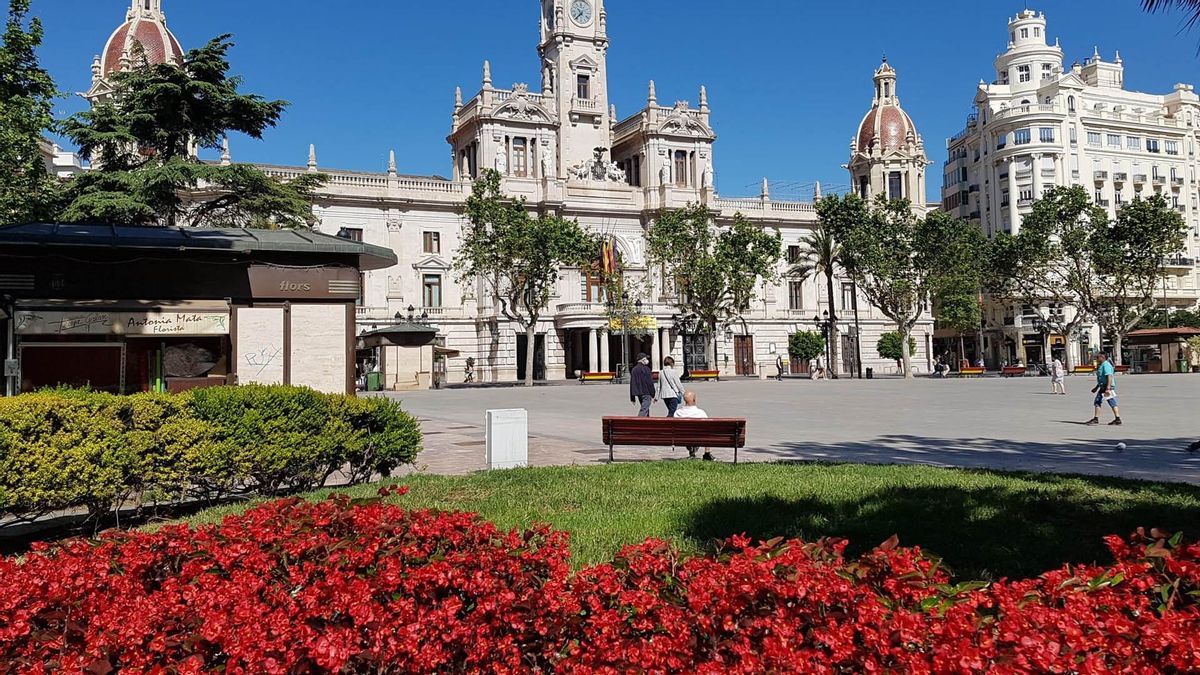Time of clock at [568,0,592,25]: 10:37
